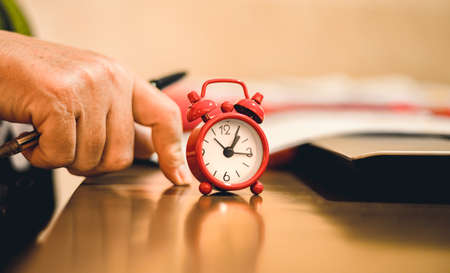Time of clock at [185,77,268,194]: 1:16
